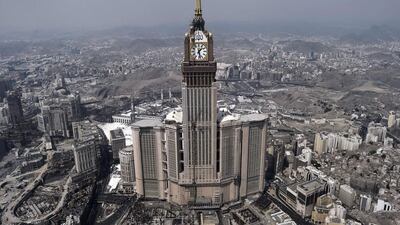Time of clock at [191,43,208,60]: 1:28
